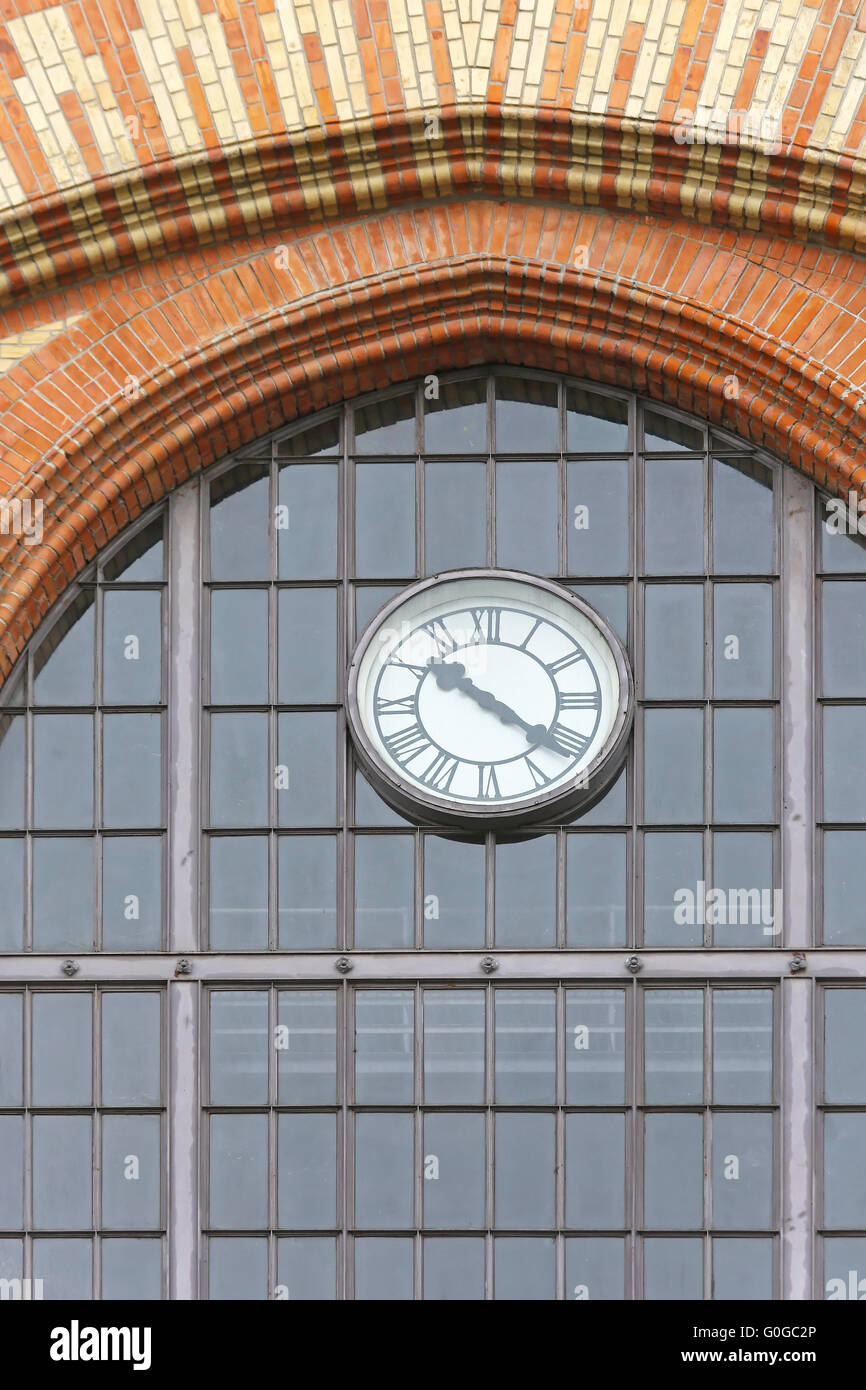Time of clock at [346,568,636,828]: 10:21
